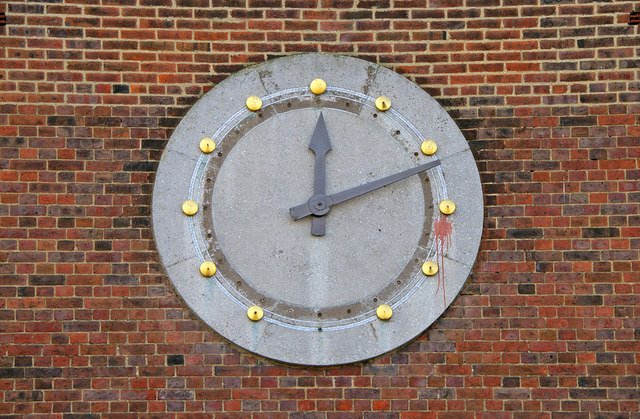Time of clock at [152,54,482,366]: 12:11
